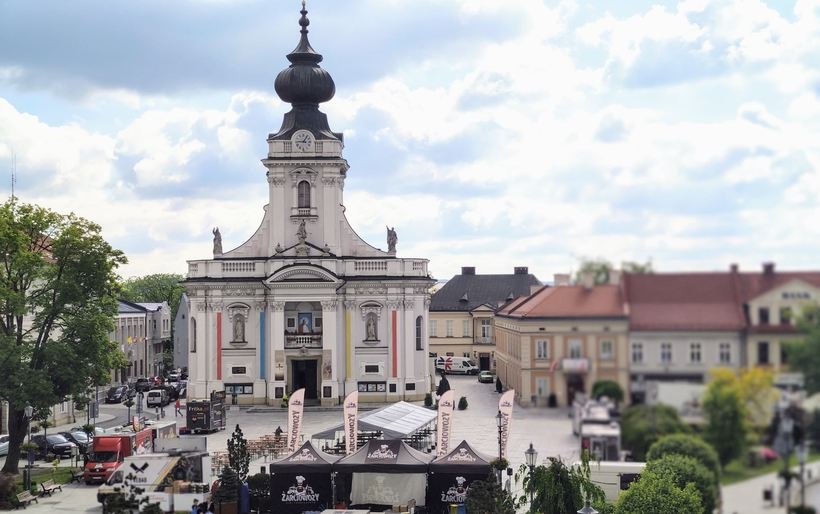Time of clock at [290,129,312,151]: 9:05
